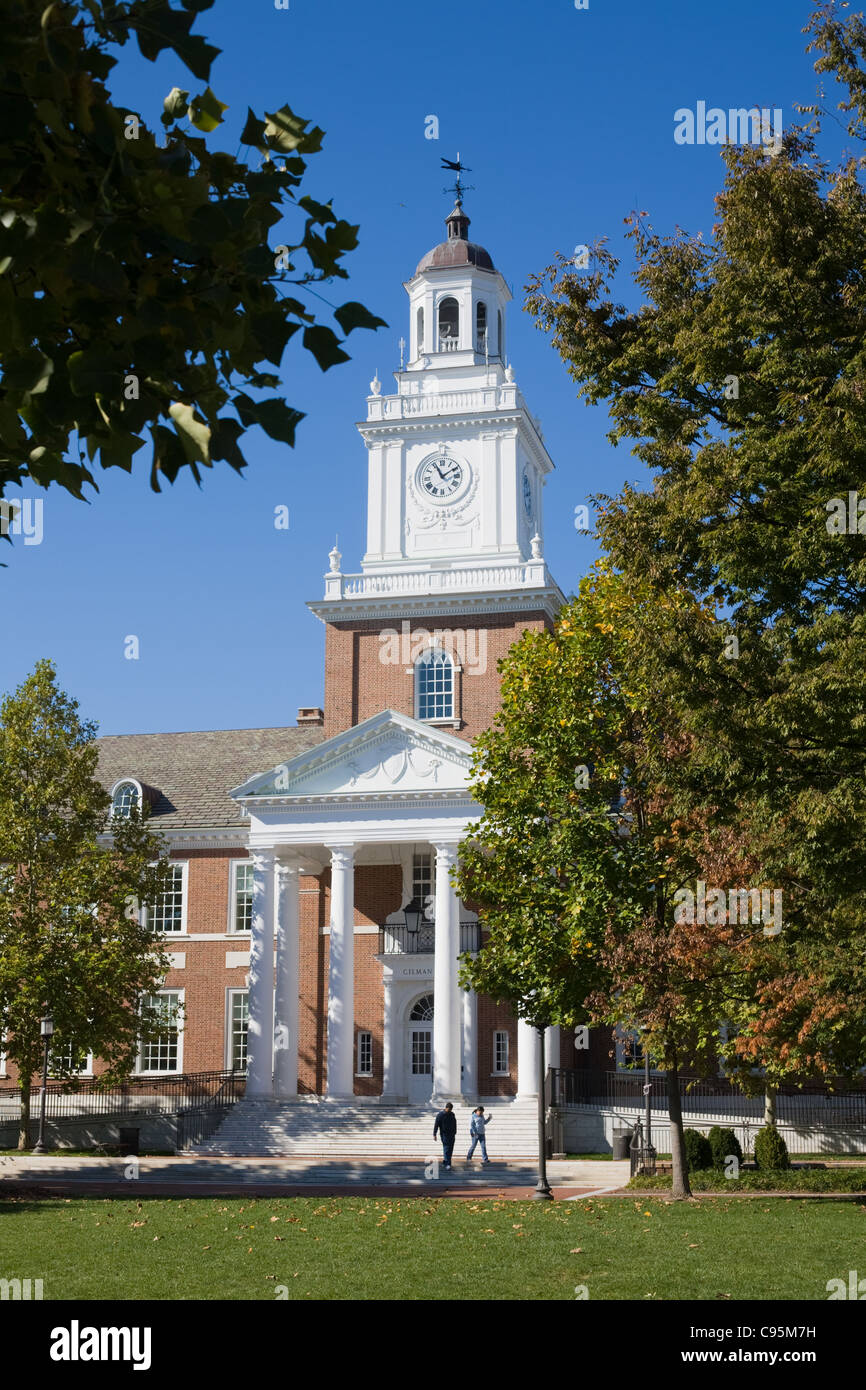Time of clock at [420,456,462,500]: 11:09
